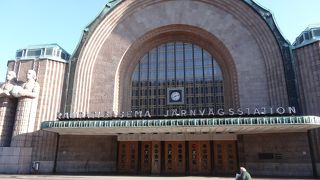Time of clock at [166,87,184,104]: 8:12
